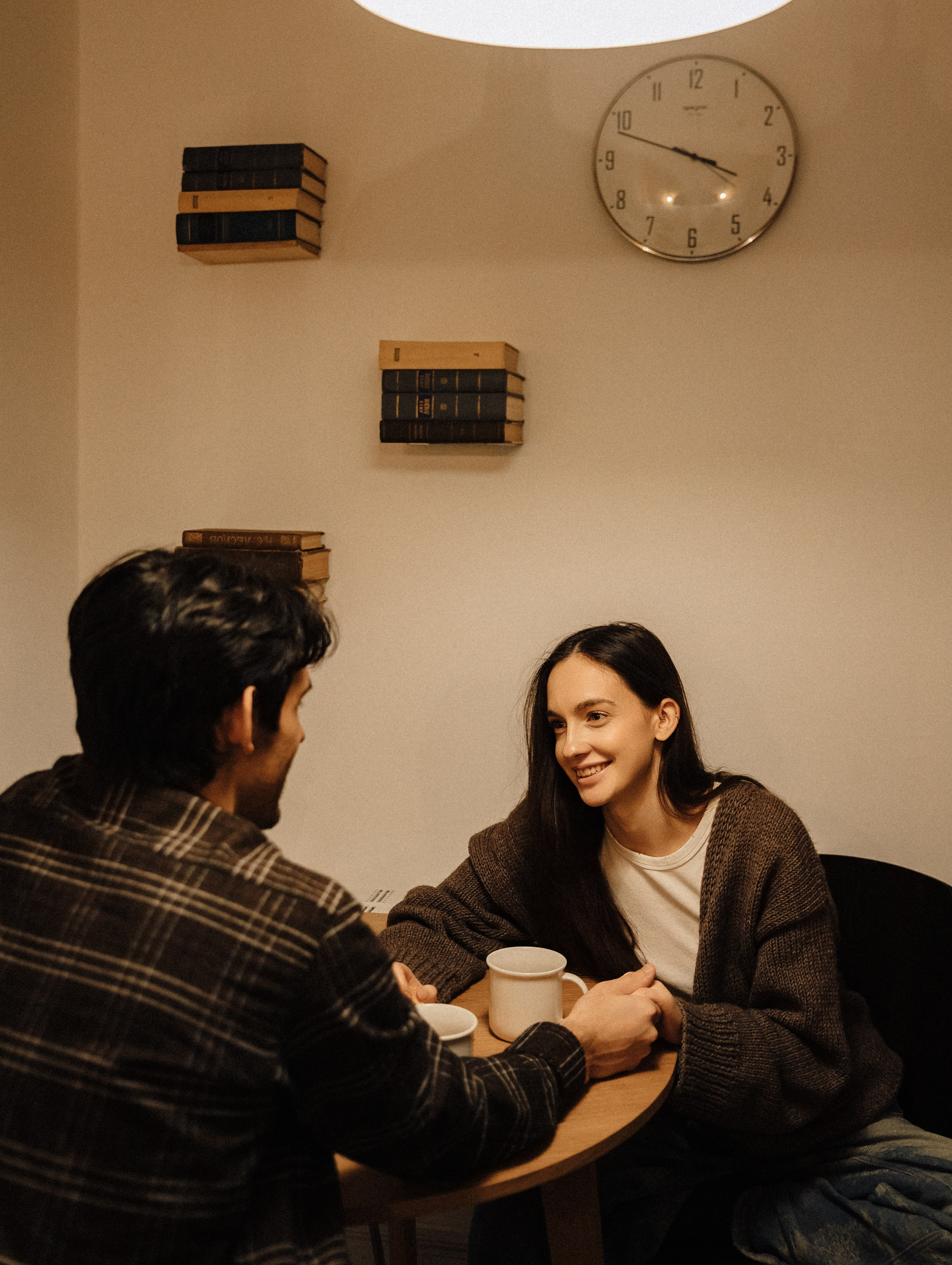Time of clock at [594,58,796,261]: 3:48
